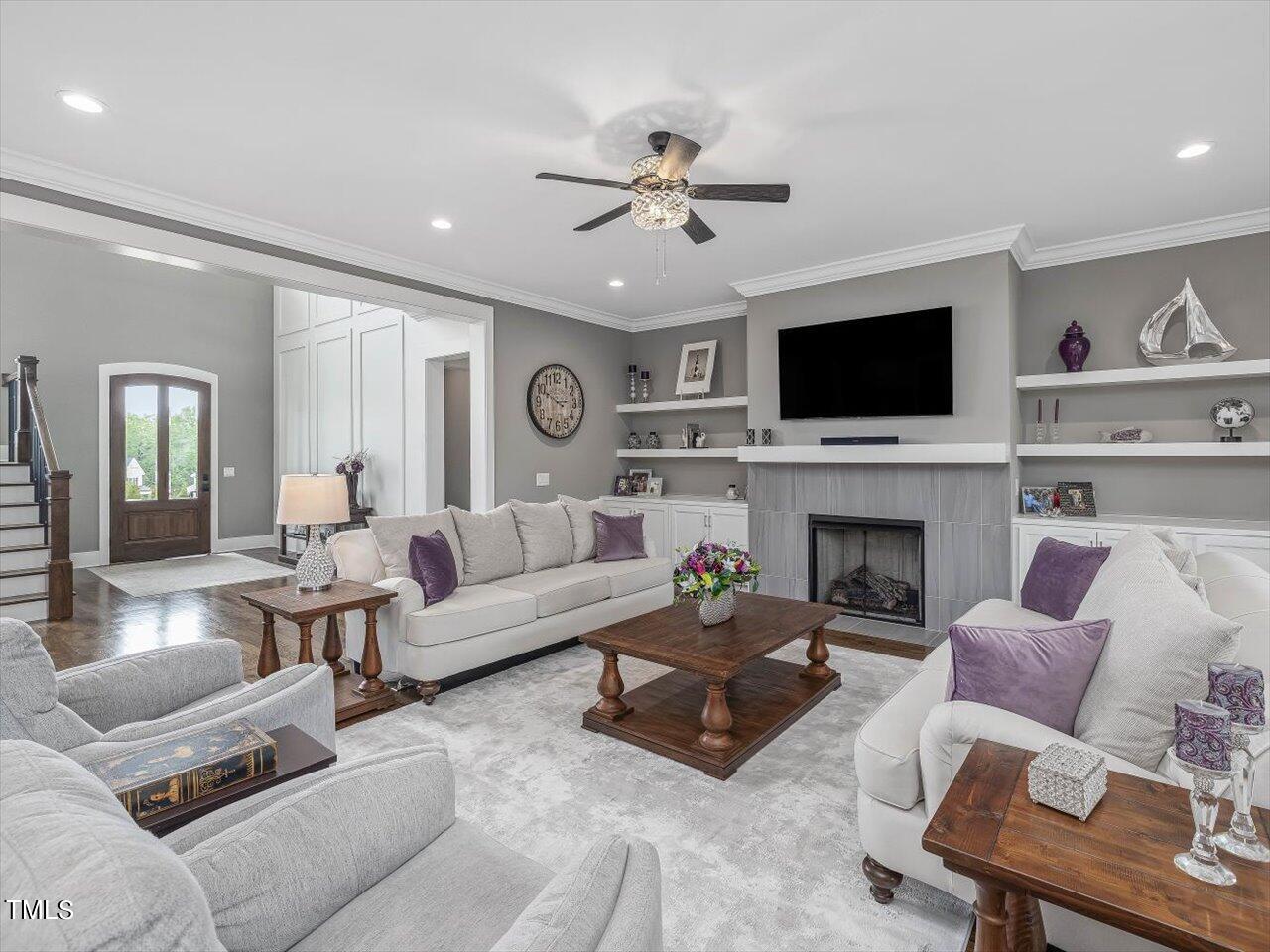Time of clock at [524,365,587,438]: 2:49
